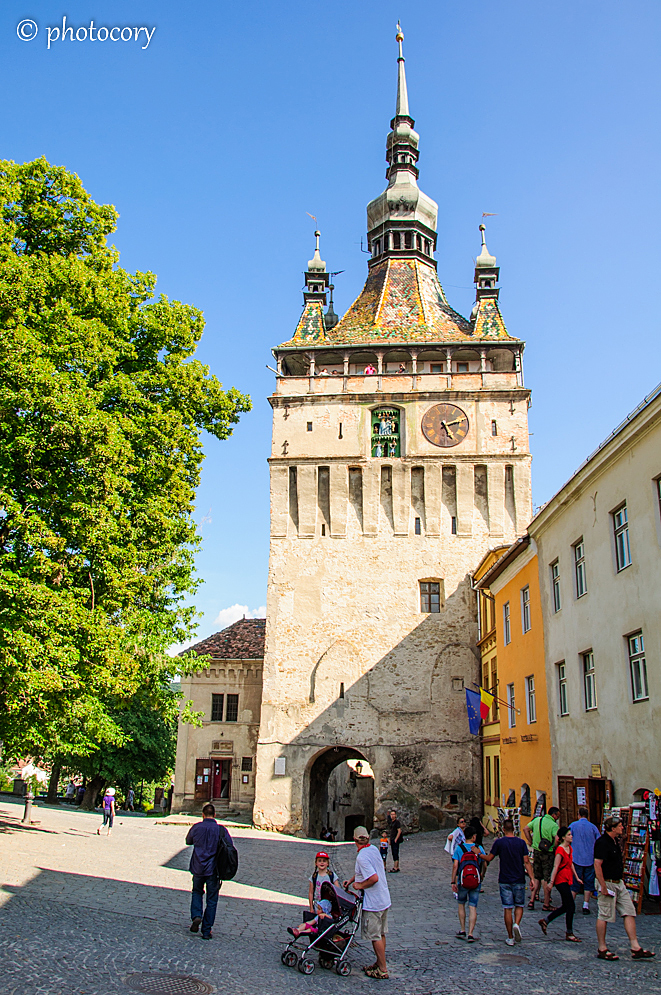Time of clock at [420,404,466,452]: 5:11
